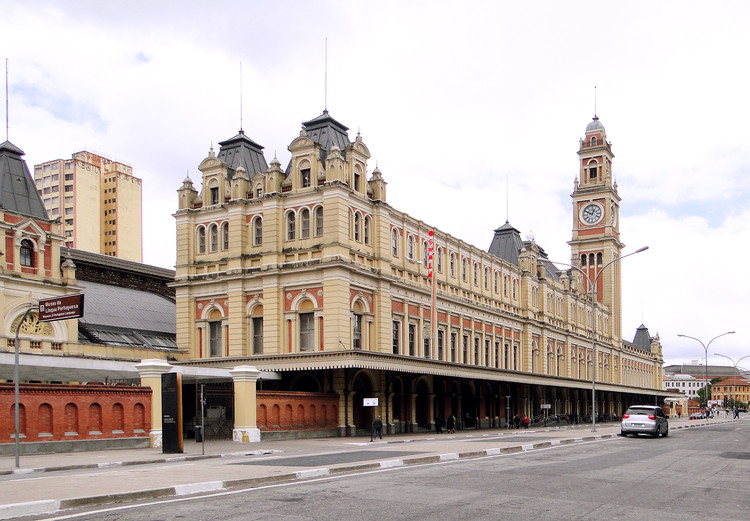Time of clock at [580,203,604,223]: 12:49
